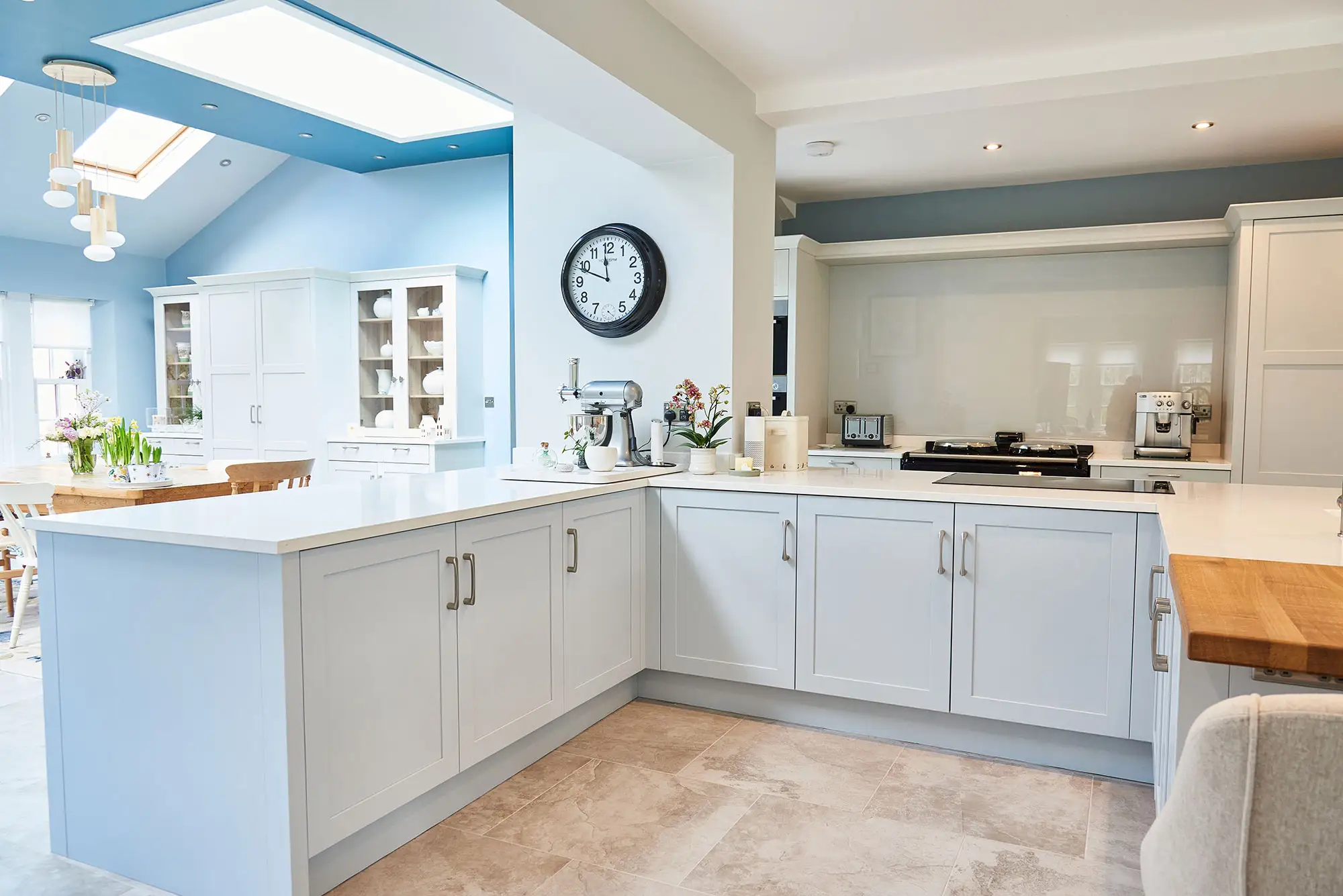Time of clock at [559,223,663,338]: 11:48
